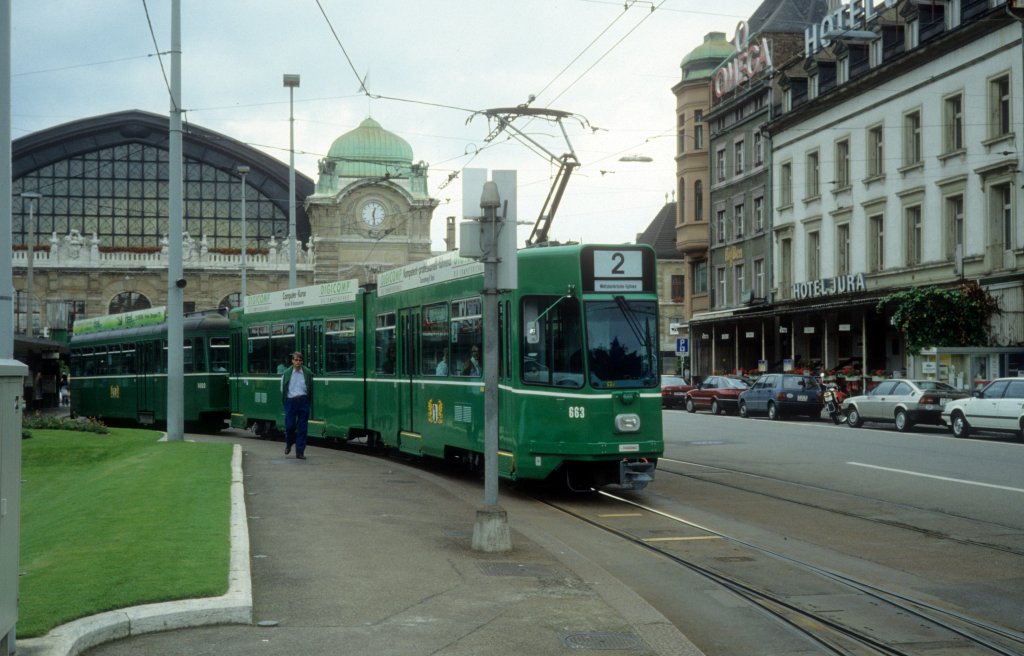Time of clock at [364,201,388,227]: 12:28
